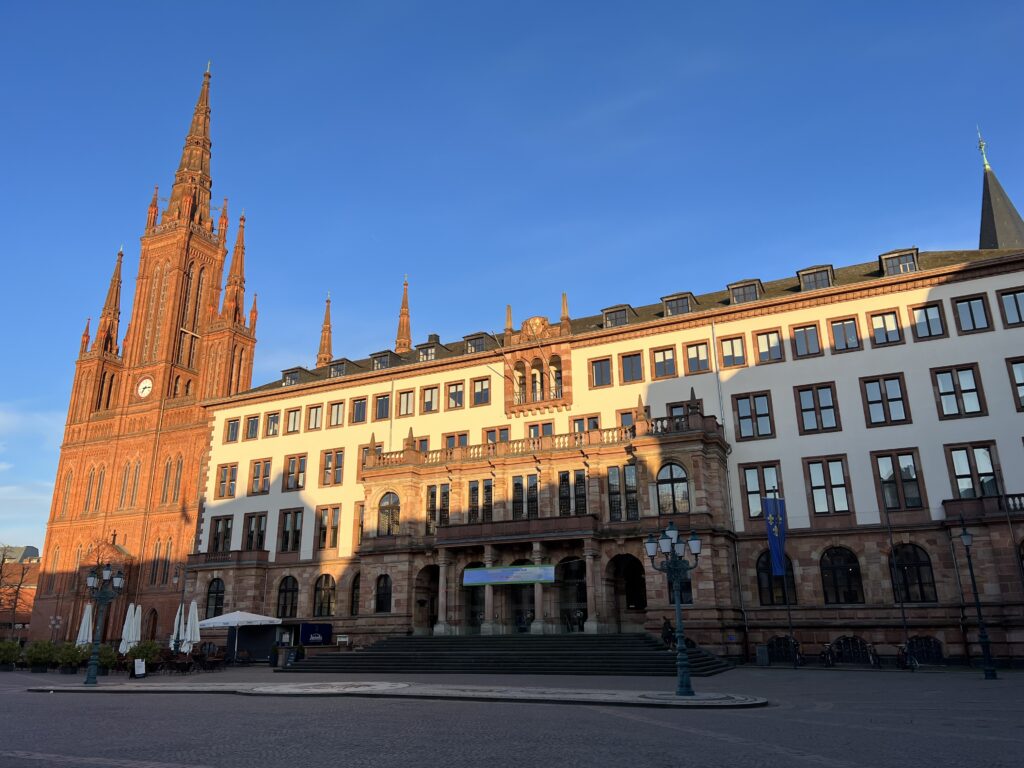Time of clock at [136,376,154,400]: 7:15
